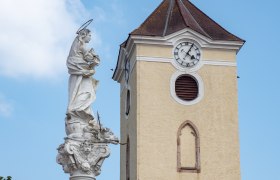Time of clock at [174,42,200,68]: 4:04
